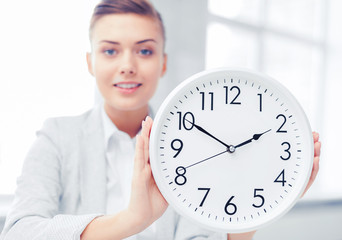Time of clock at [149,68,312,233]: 1:50
